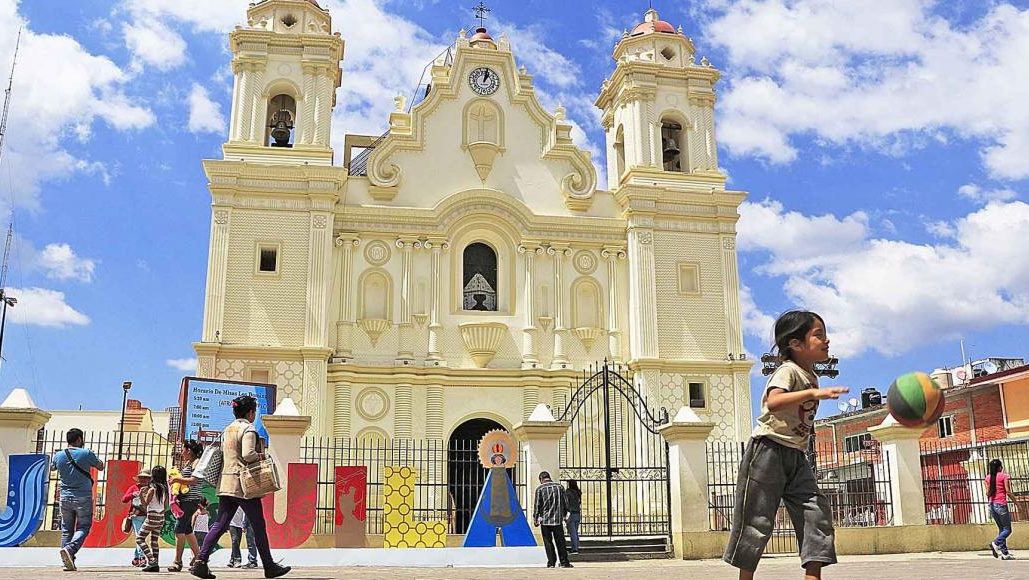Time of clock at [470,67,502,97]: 1:02
